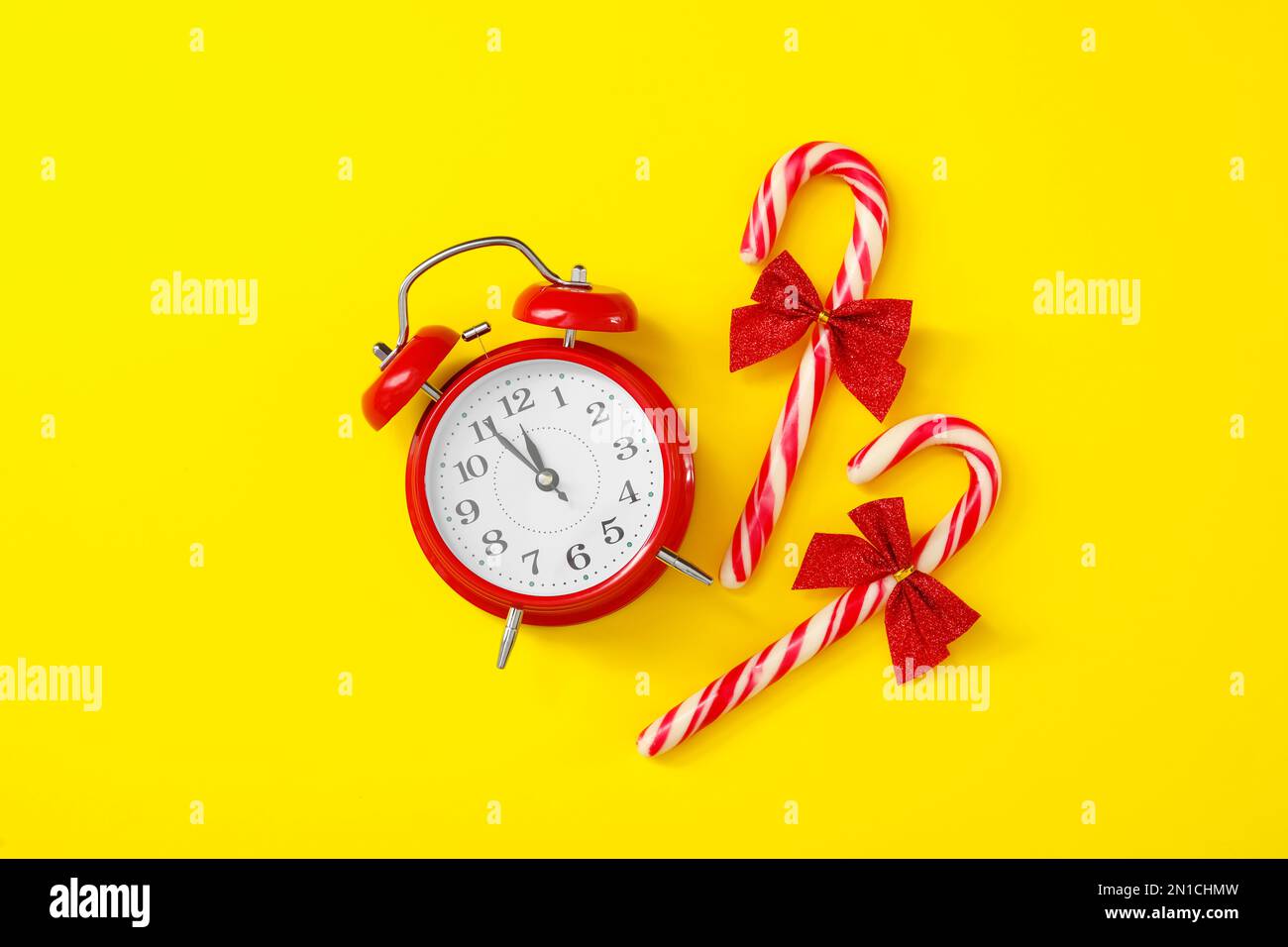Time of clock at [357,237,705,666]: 11:55
